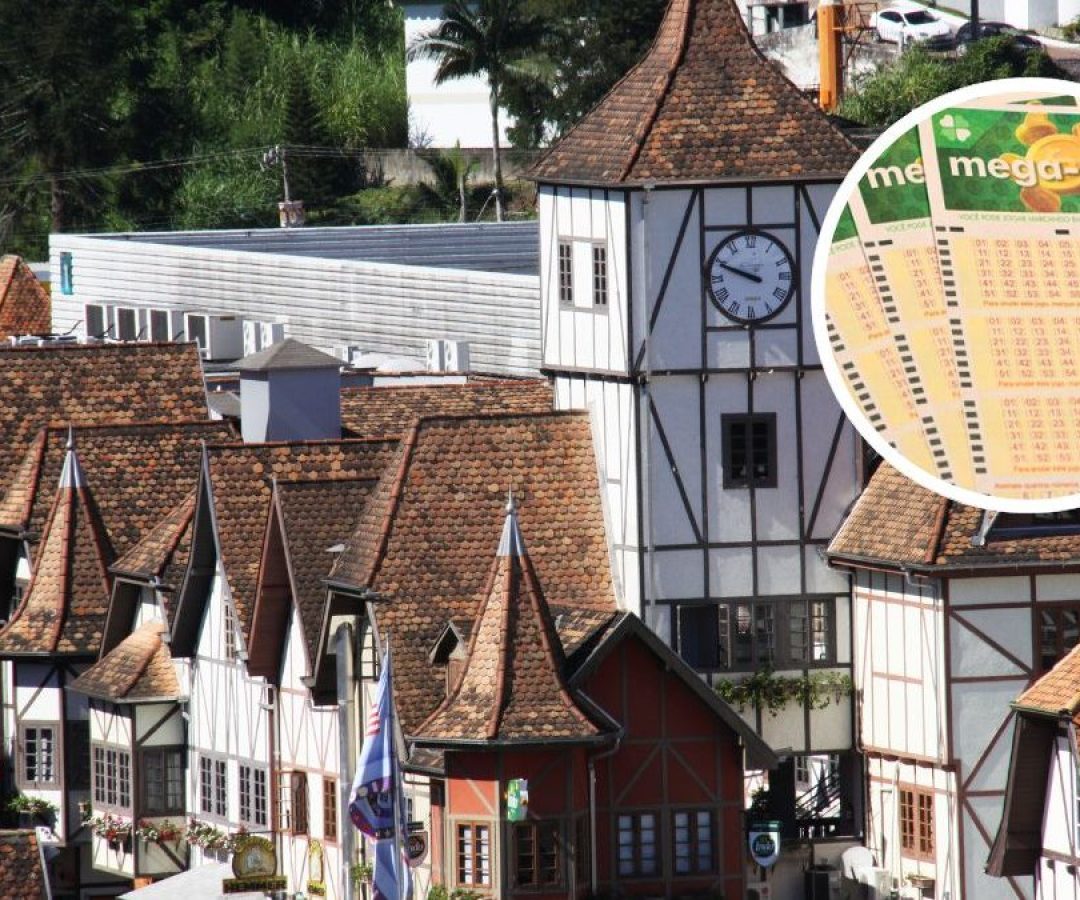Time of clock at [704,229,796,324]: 9:48
